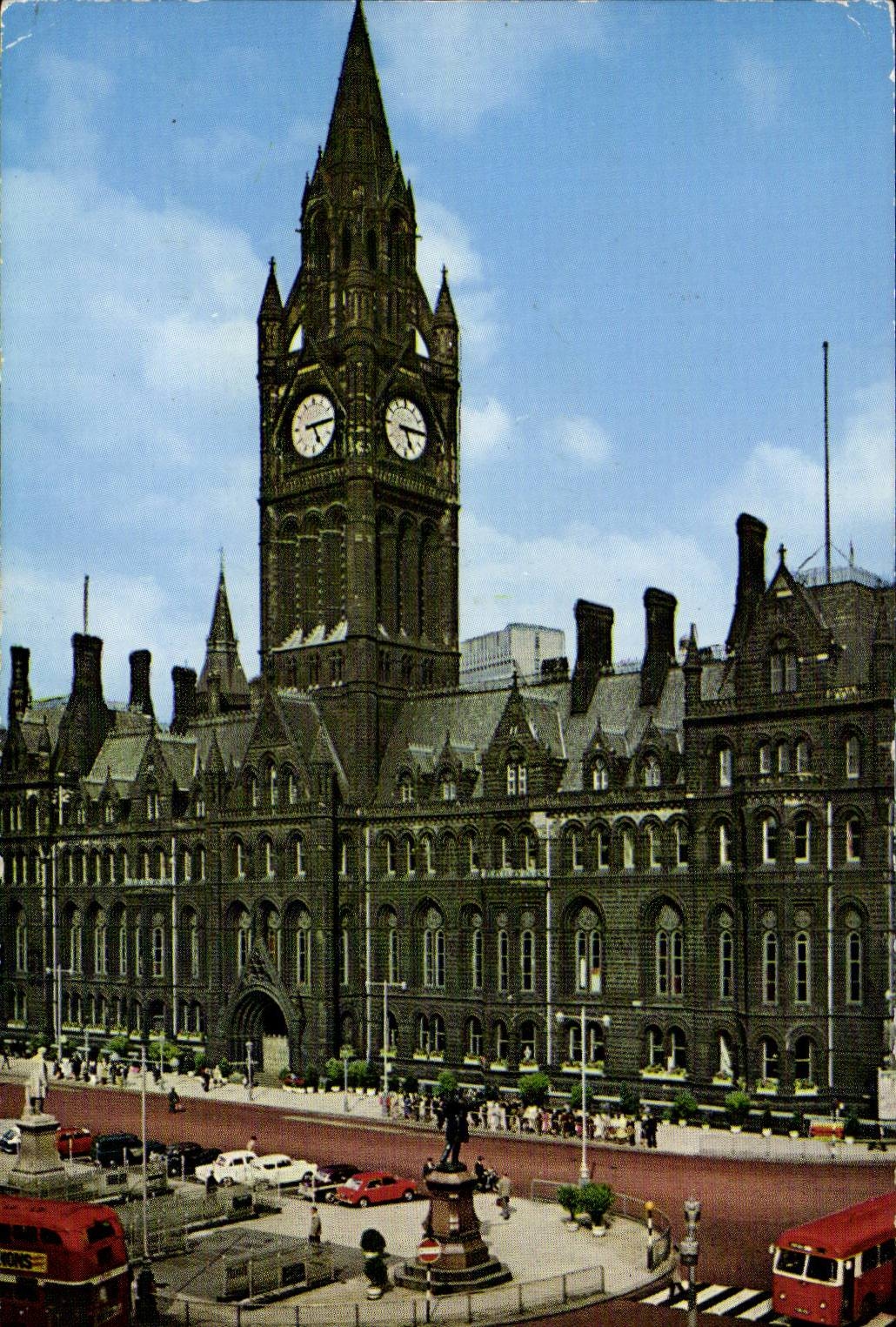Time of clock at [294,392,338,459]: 5:14
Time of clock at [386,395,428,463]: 5:14
